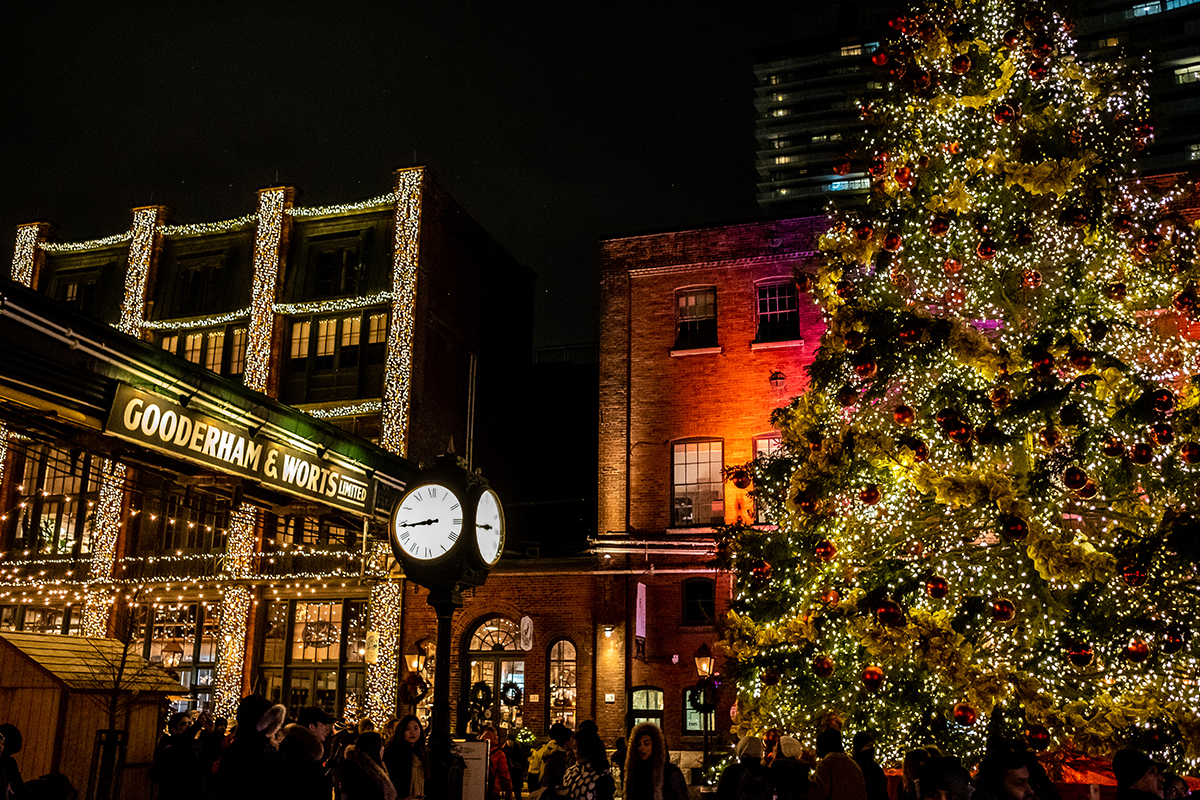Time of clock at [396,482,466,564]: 8:44
